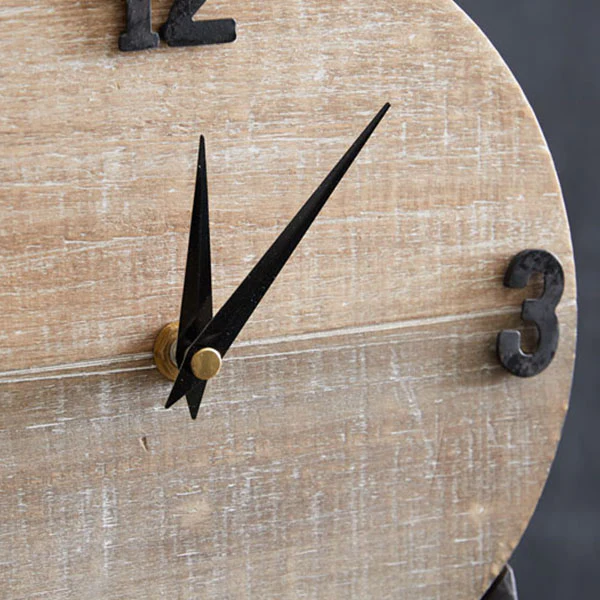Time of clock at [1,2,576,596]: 12:07
